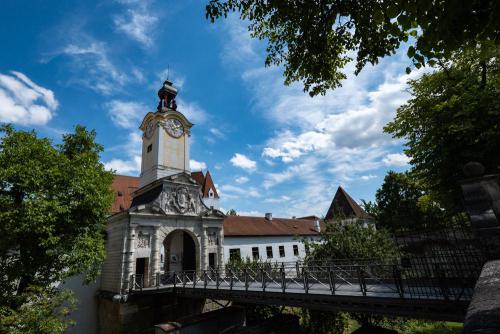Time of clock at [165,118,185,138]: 6:12
